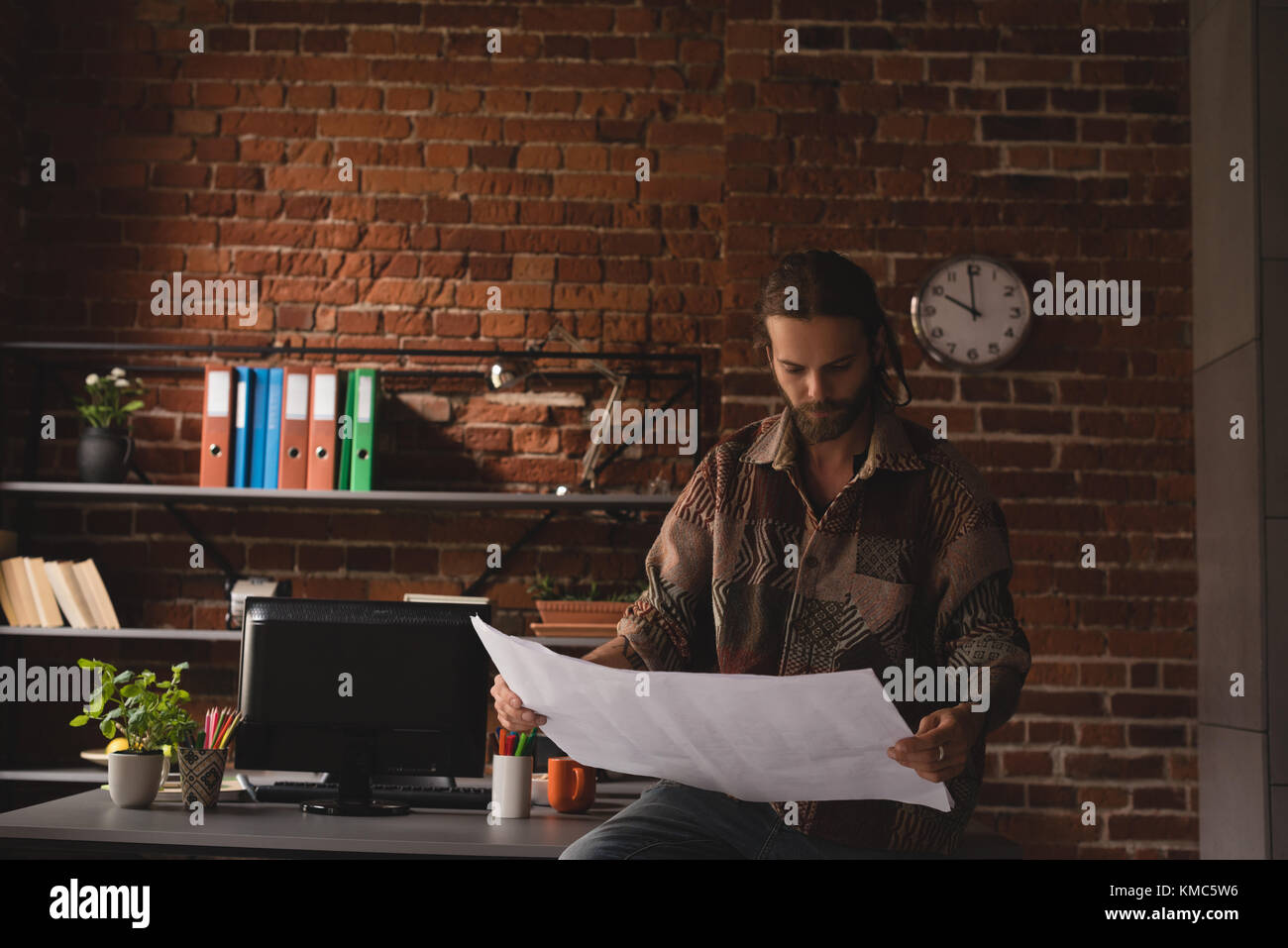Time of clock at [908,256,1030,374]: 9:59
